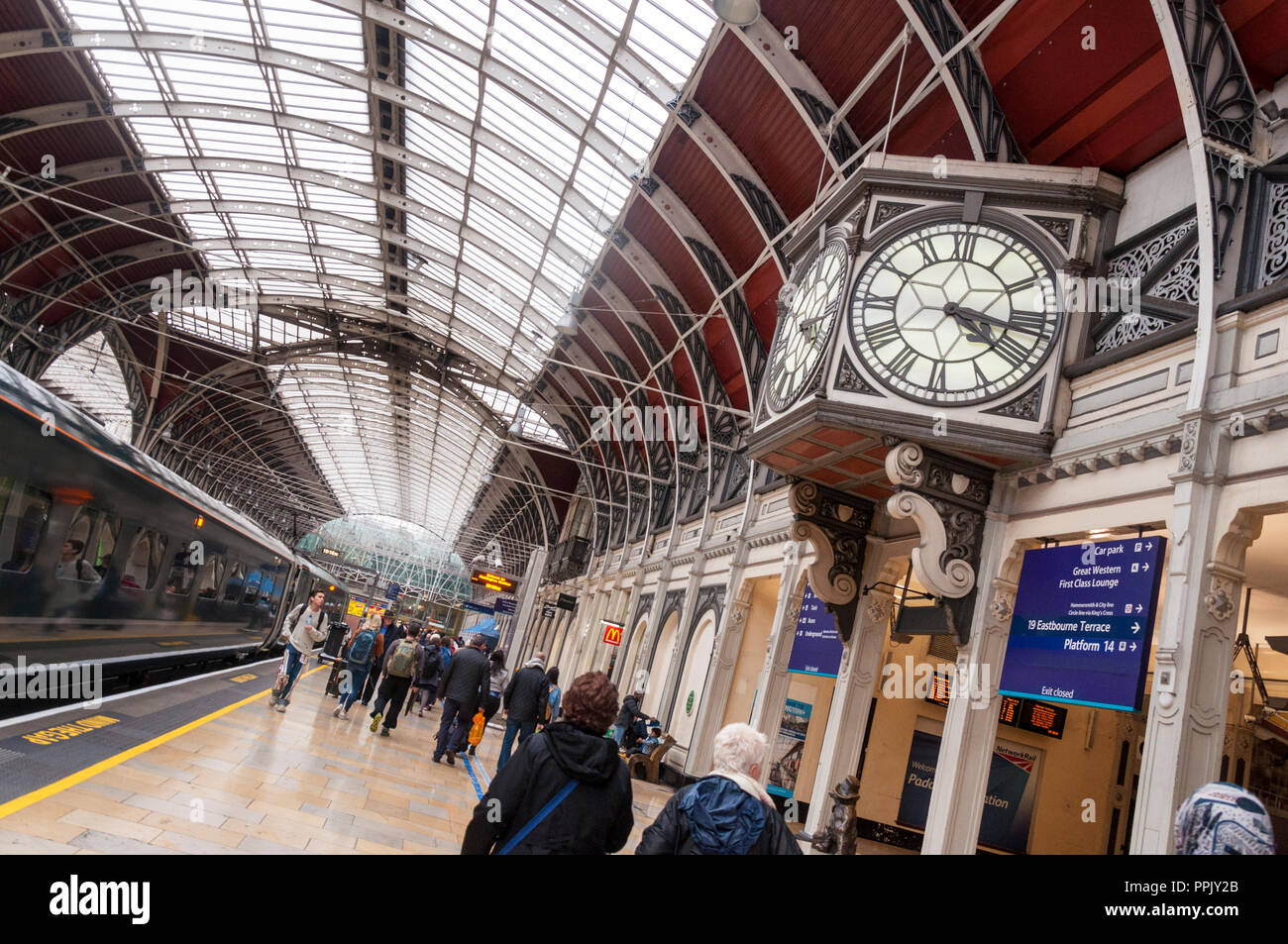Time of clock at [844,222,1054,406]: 4:16
